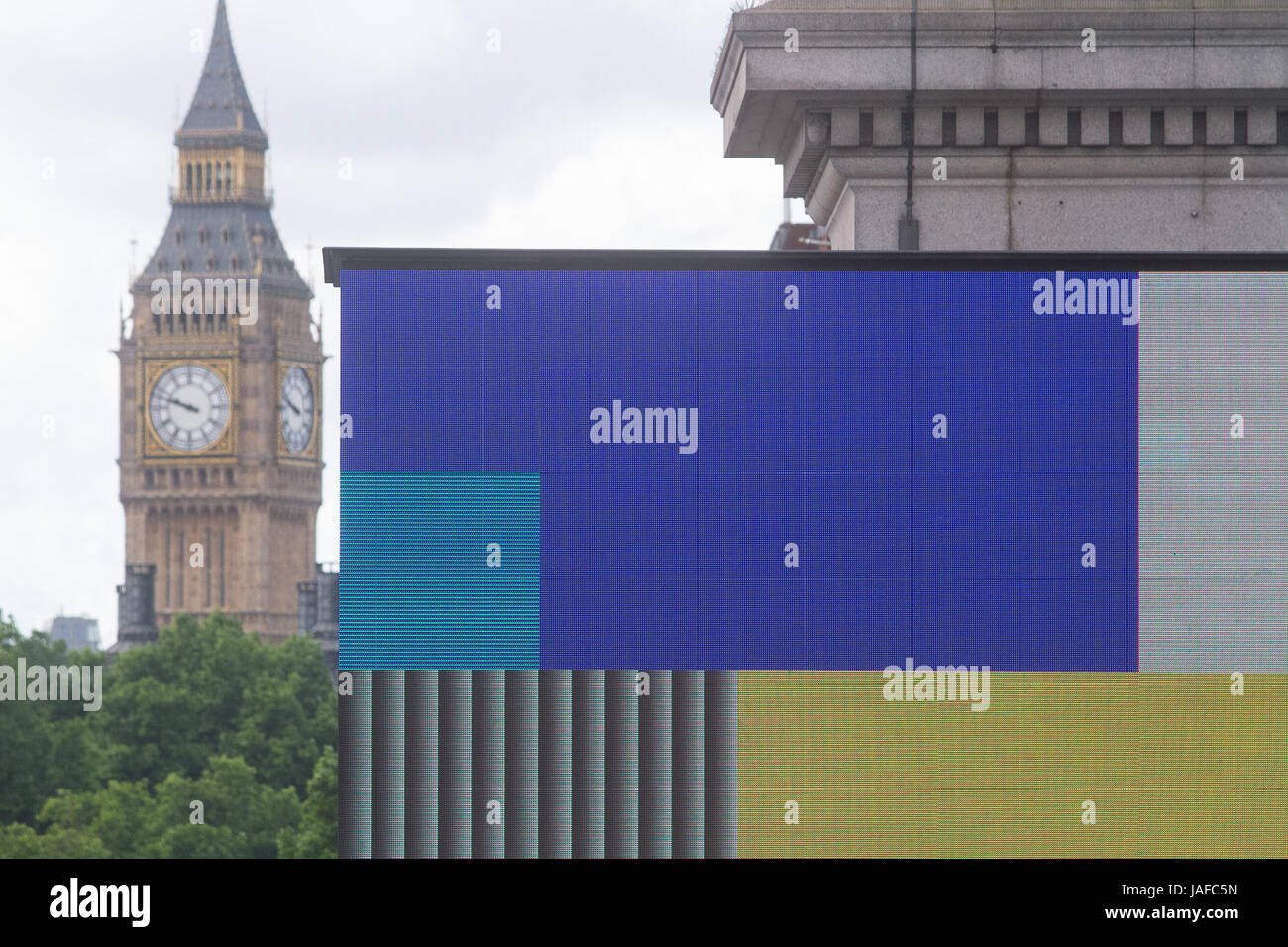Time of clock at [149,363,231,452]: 9:48
